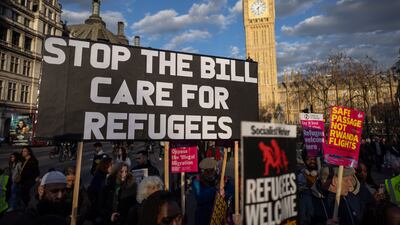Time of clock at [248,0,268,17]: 6:08
